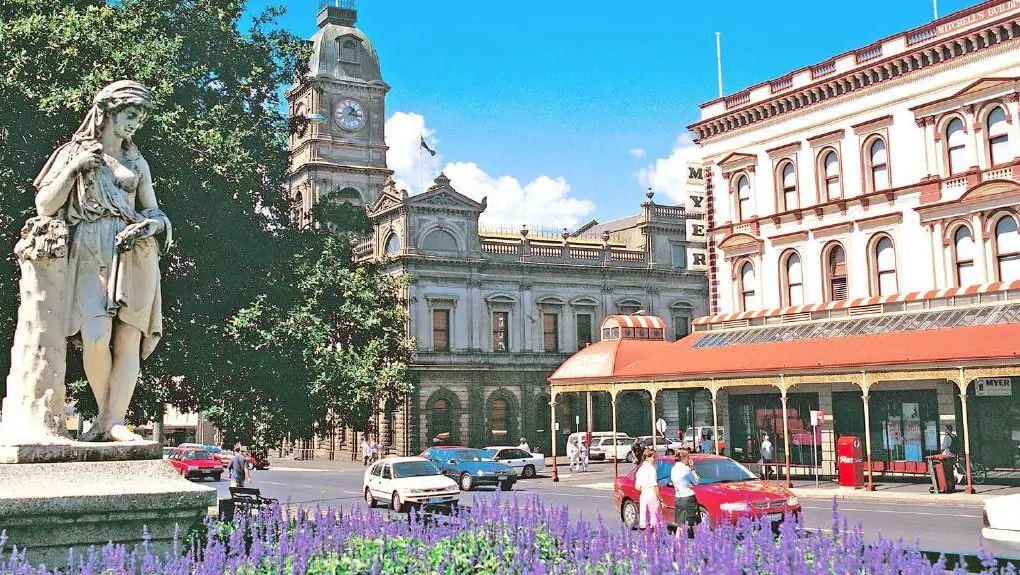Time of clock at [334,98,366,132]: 1:16
